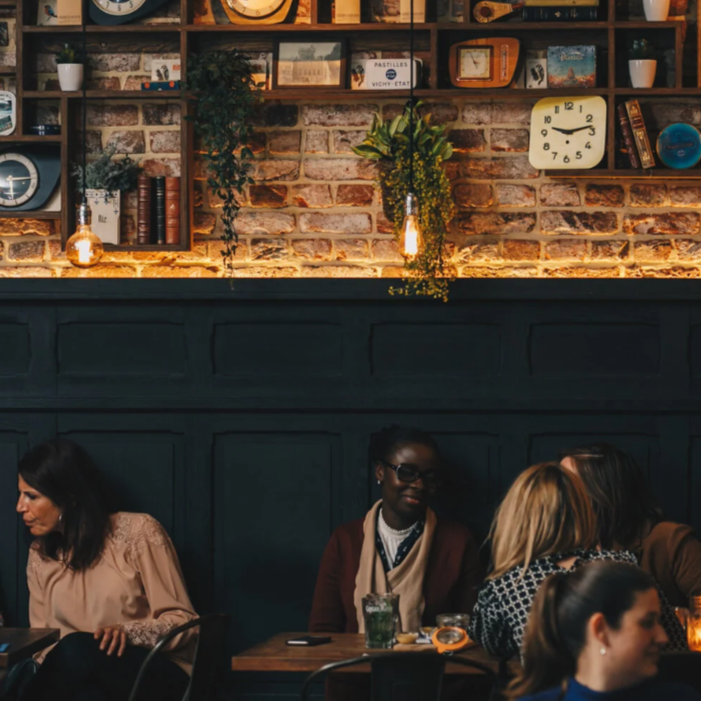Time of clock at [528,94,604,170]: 9:12
